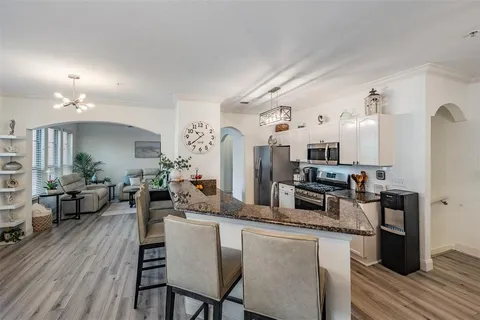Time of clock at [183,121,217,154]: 10:38
